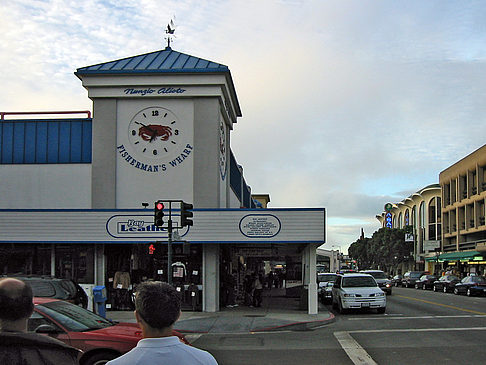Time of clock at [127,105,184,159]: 6:50
